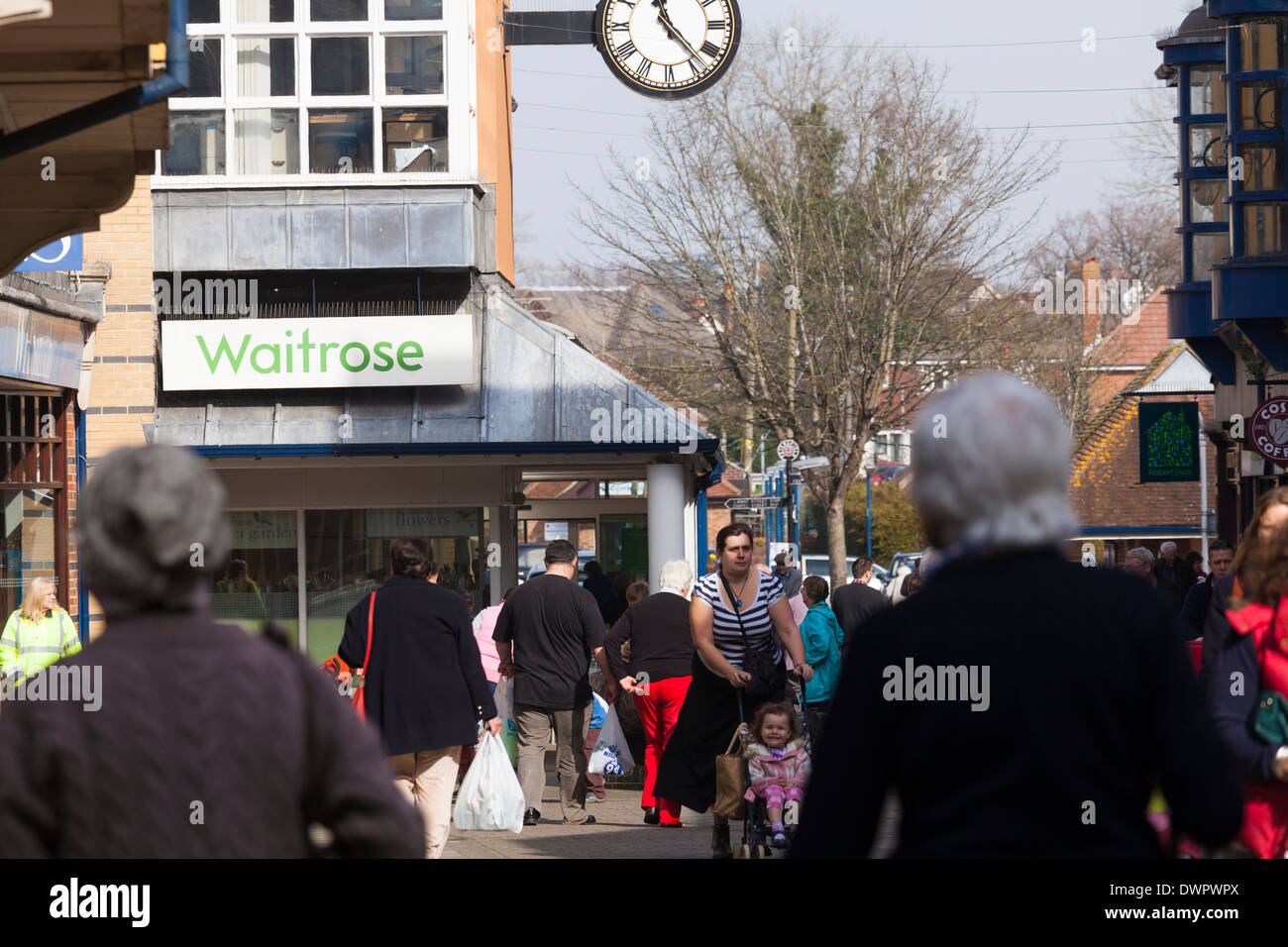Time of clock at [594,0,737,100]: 11:22
